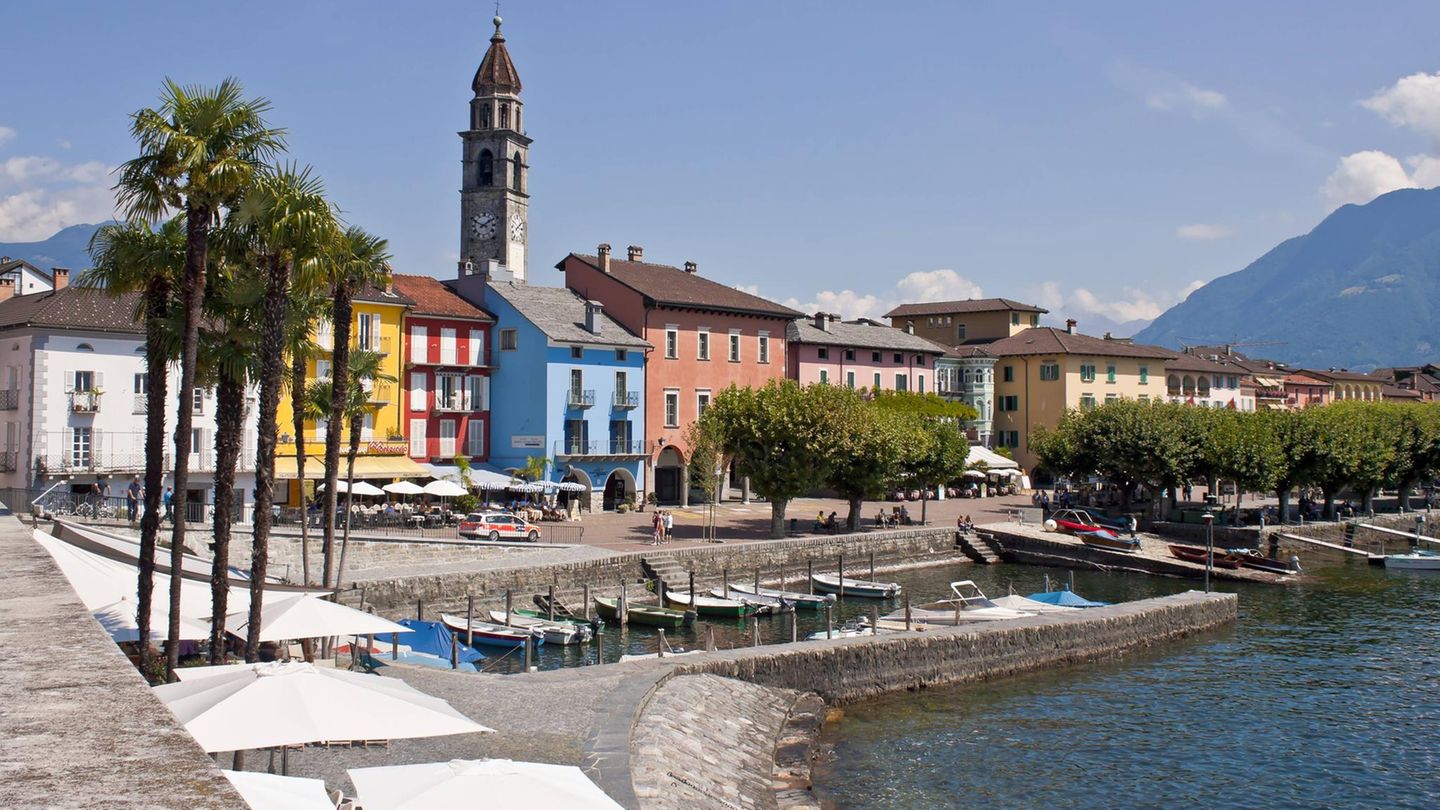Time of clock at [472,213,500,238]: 1:49
